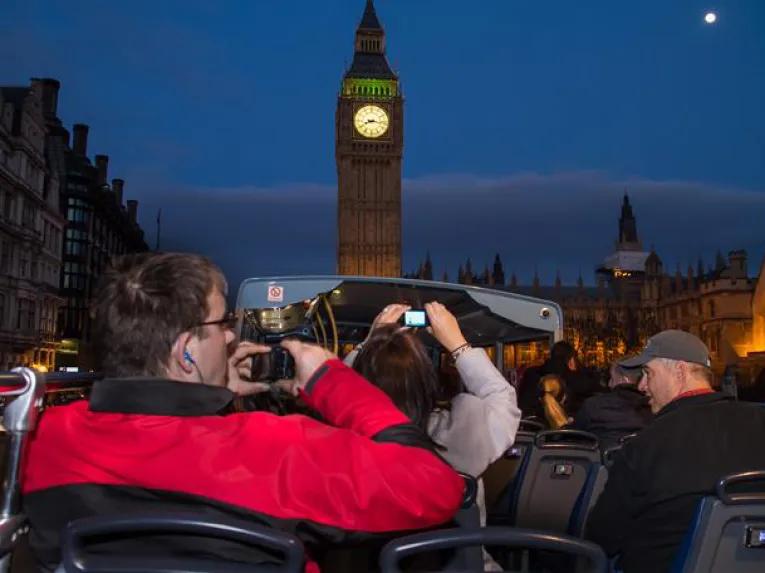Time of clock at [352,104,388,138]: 8:16
